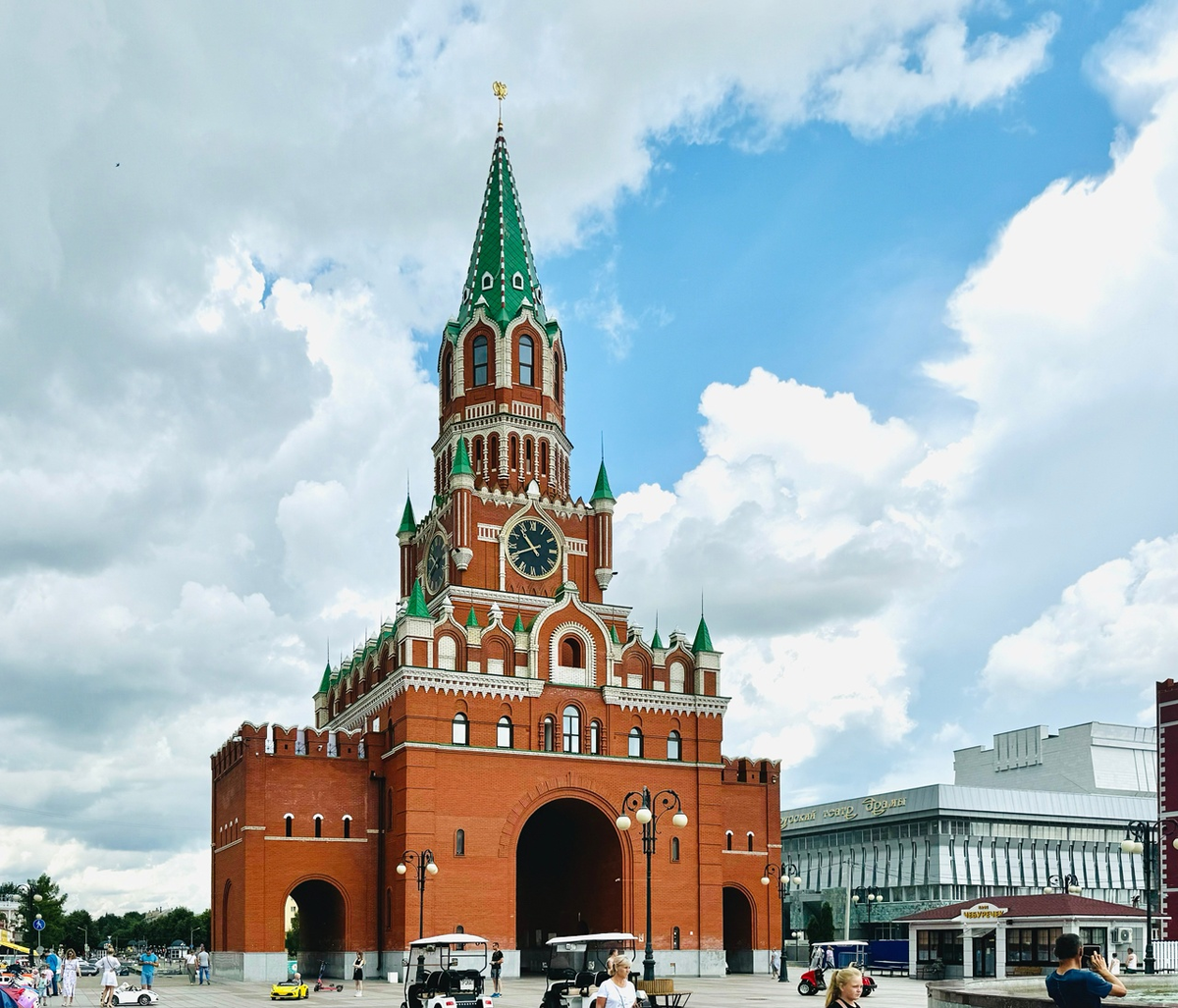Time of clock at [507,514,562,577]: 10:41
